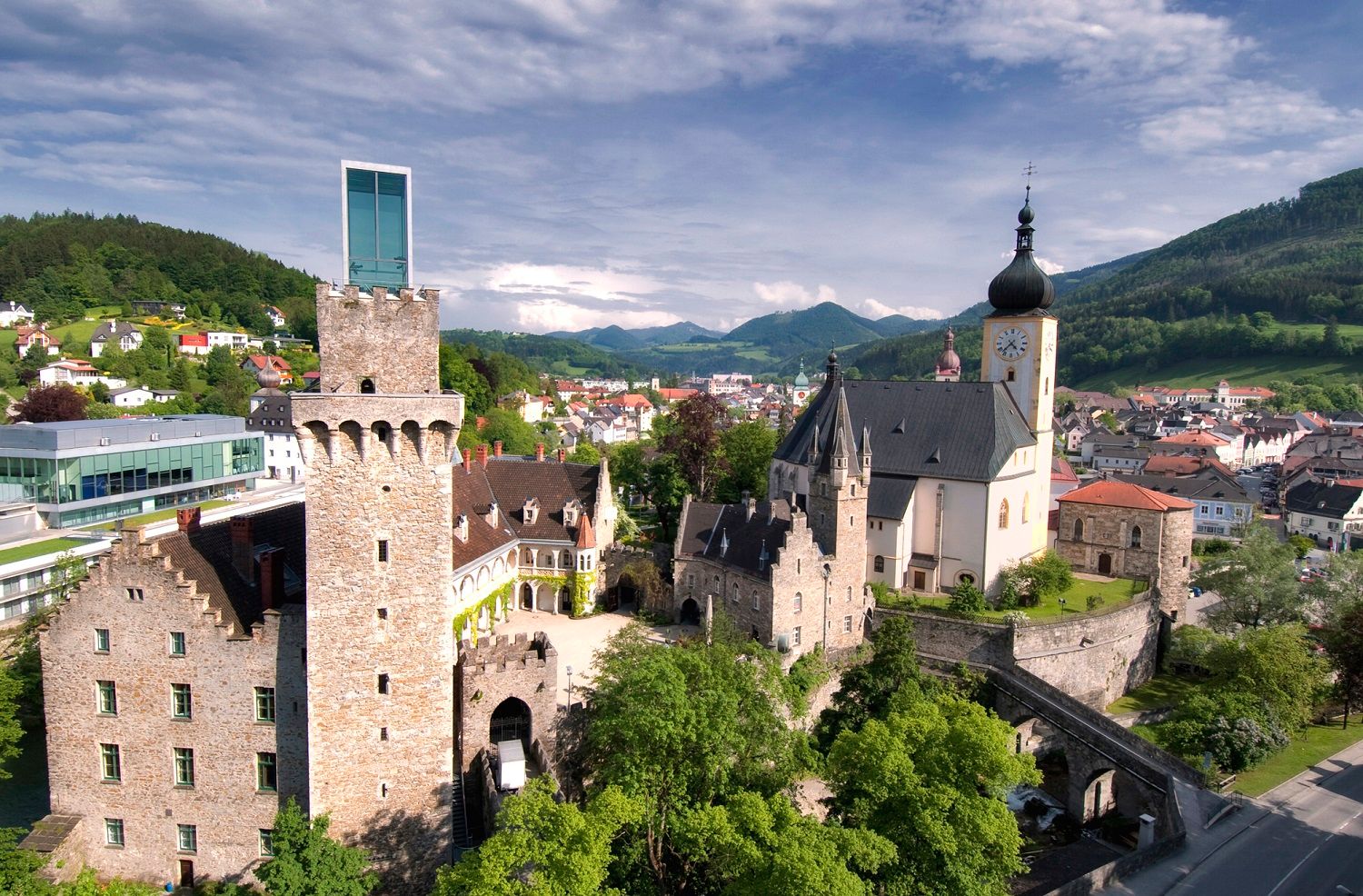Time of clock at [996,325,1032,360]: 4:37
